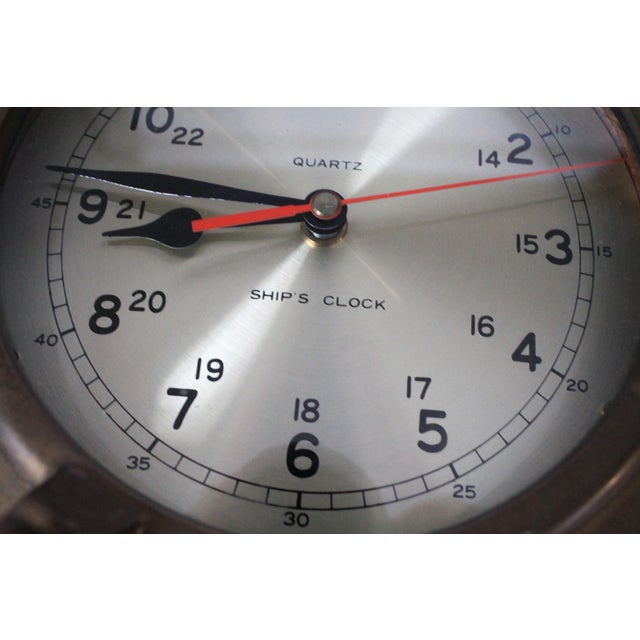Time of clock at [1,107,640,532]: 8:46
